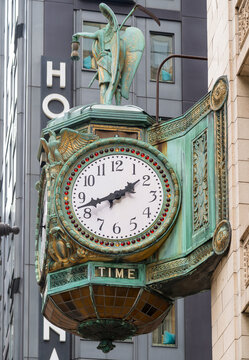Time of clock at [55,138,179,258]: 1:42
